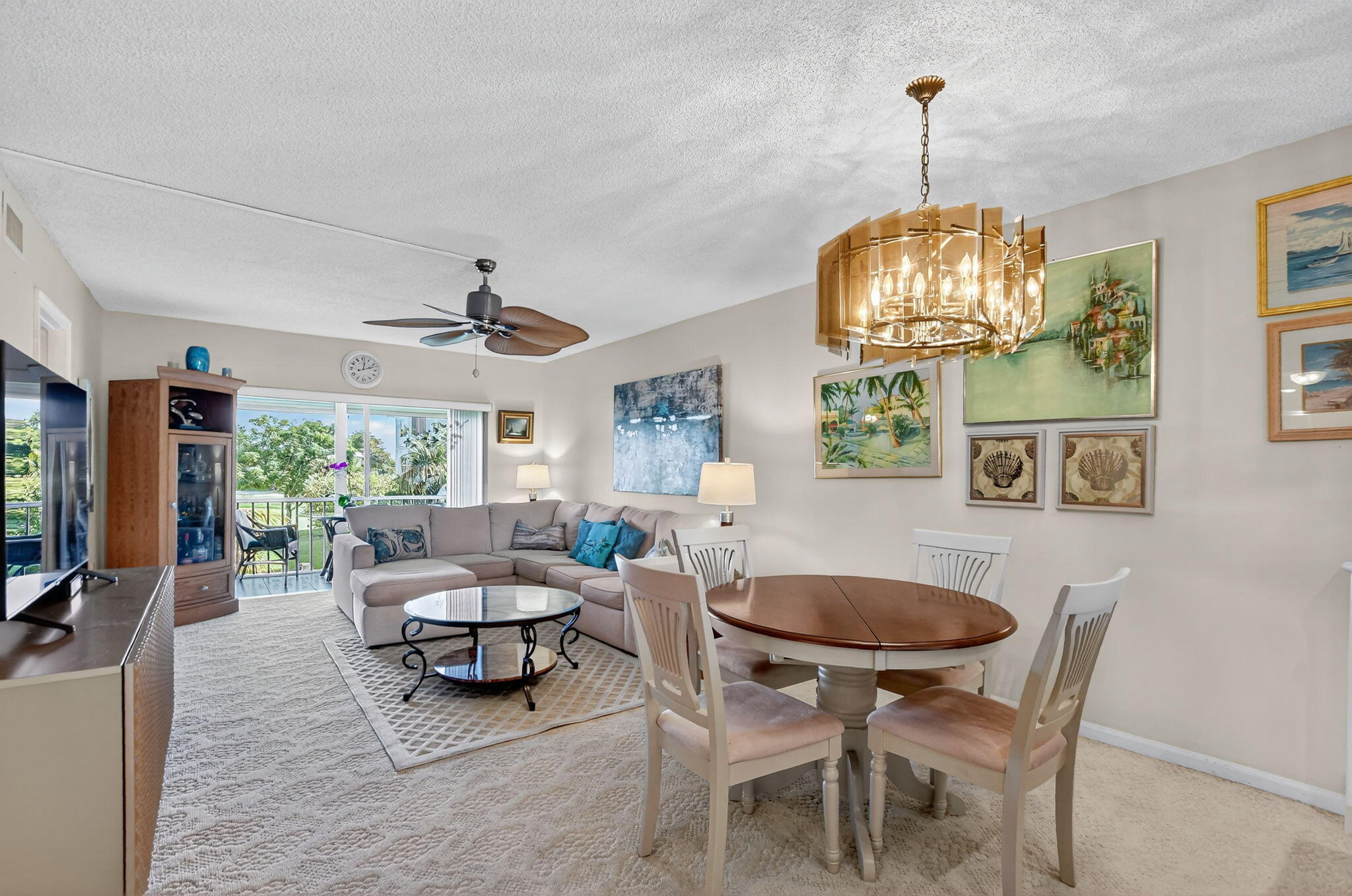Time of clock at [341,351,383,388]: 12:12
